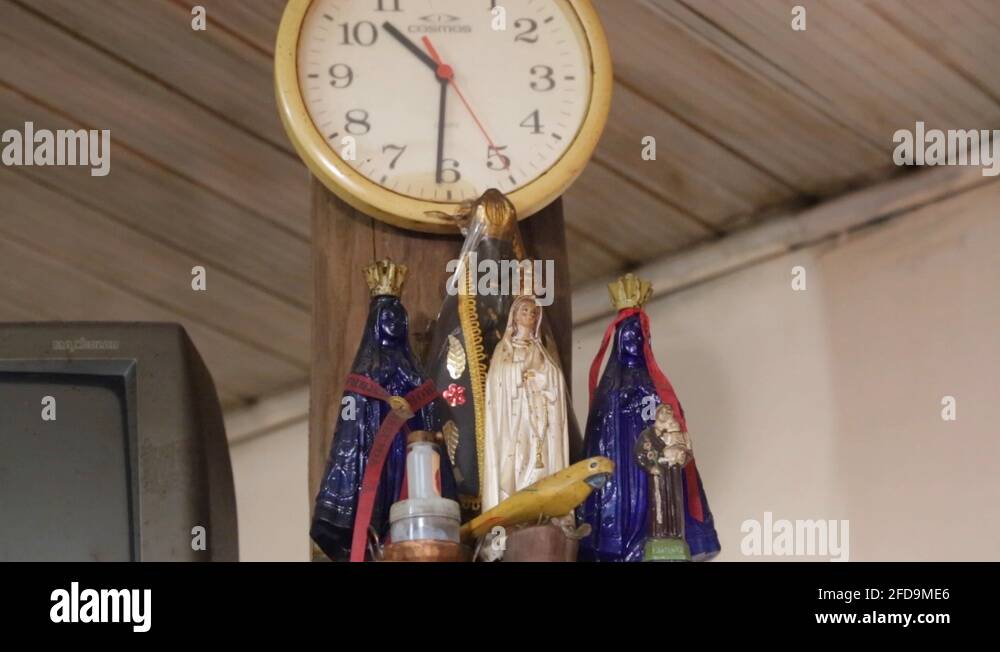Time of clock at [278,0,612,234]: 10:30
